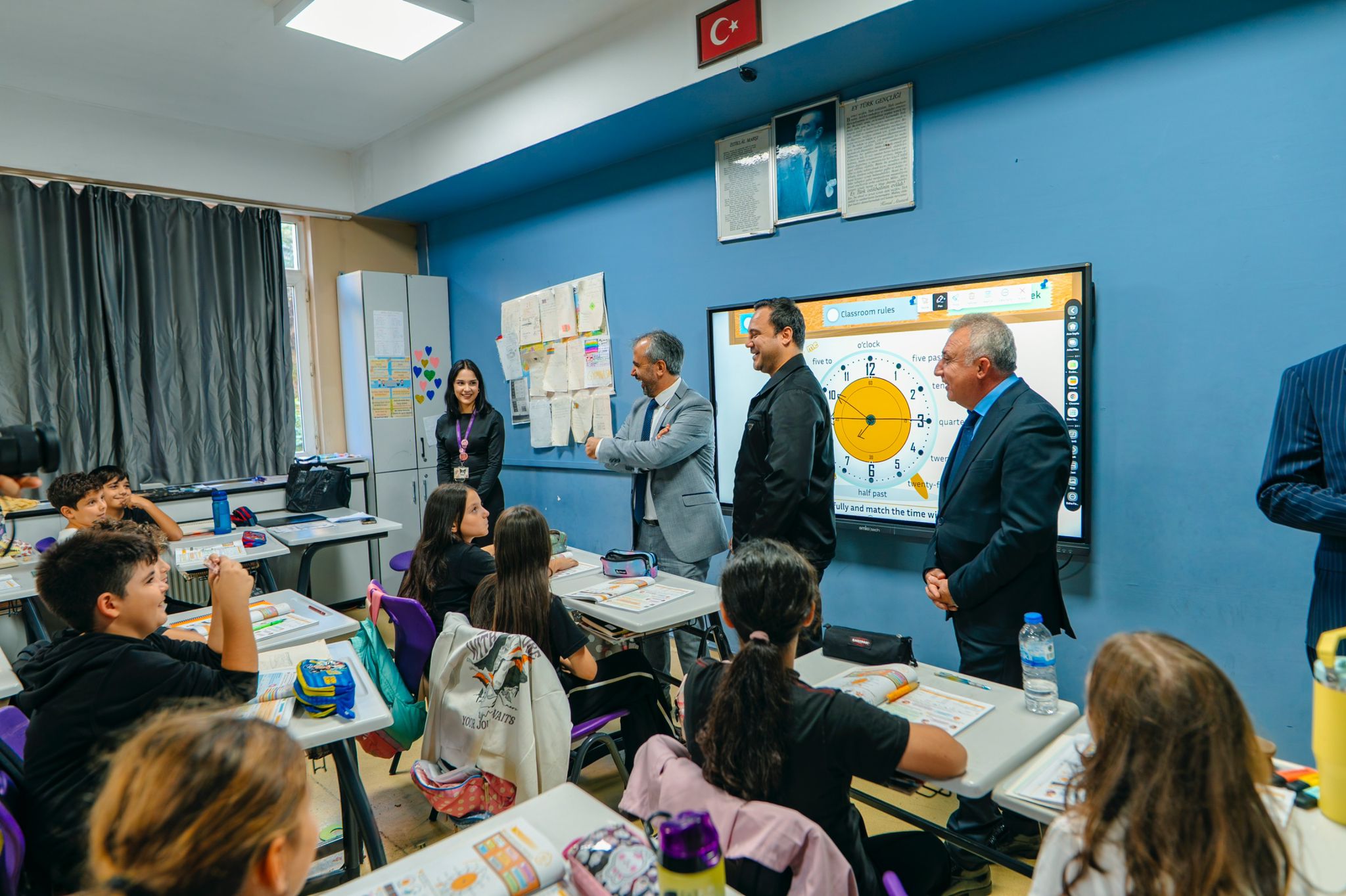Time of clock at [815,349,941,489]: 7:14
